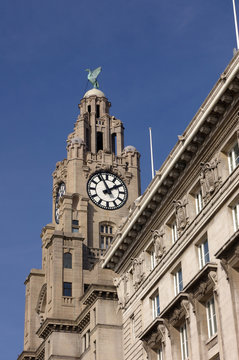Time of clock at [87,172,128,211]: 1:56
